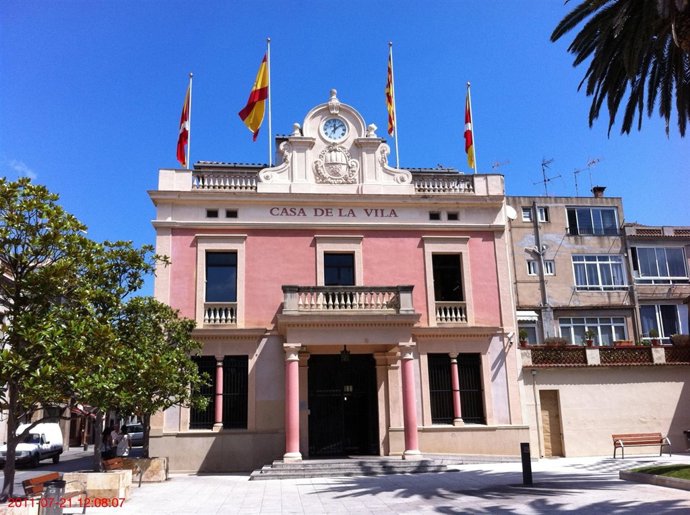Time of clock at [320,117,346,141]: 12:08
